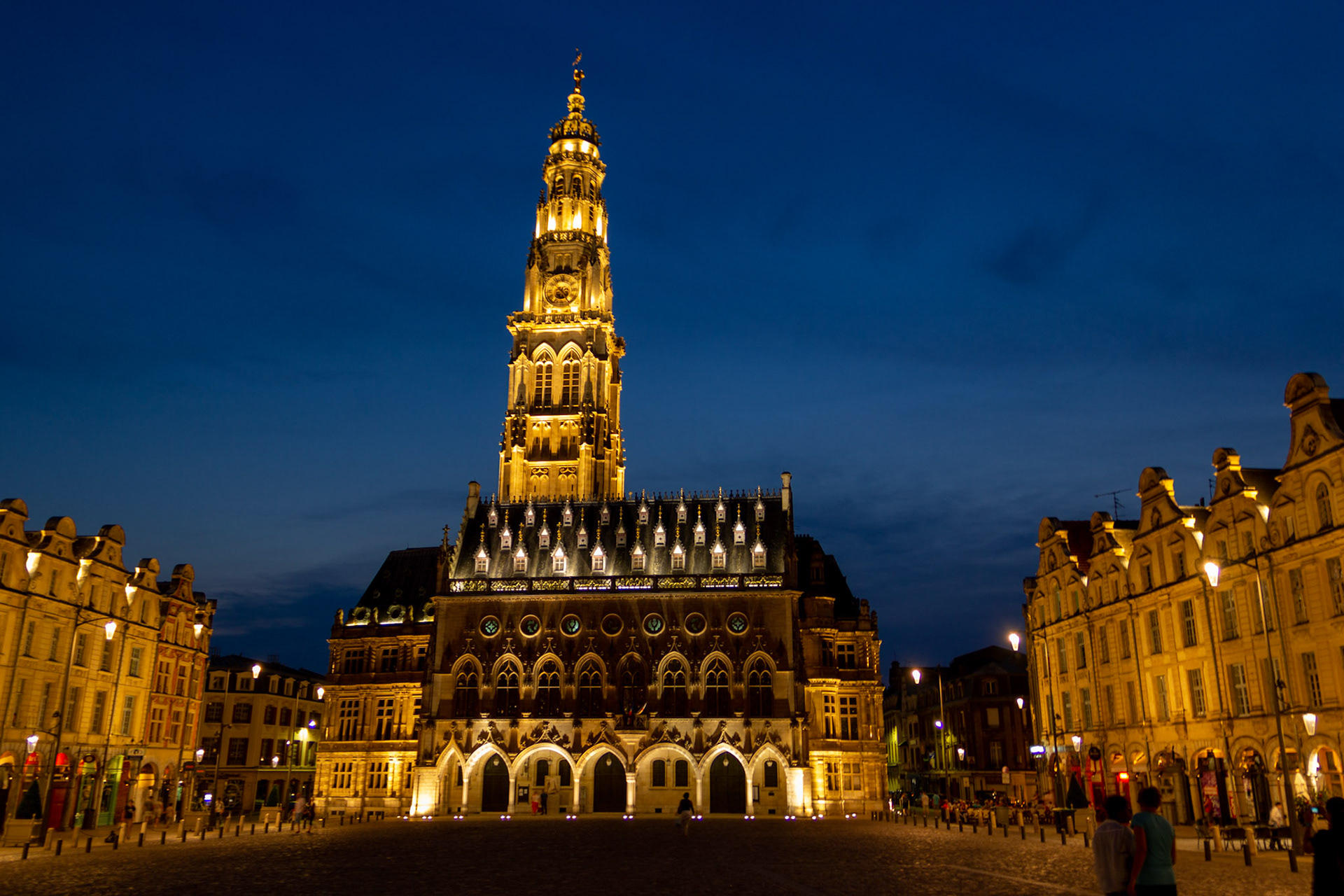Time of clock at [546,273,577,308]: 4:52
